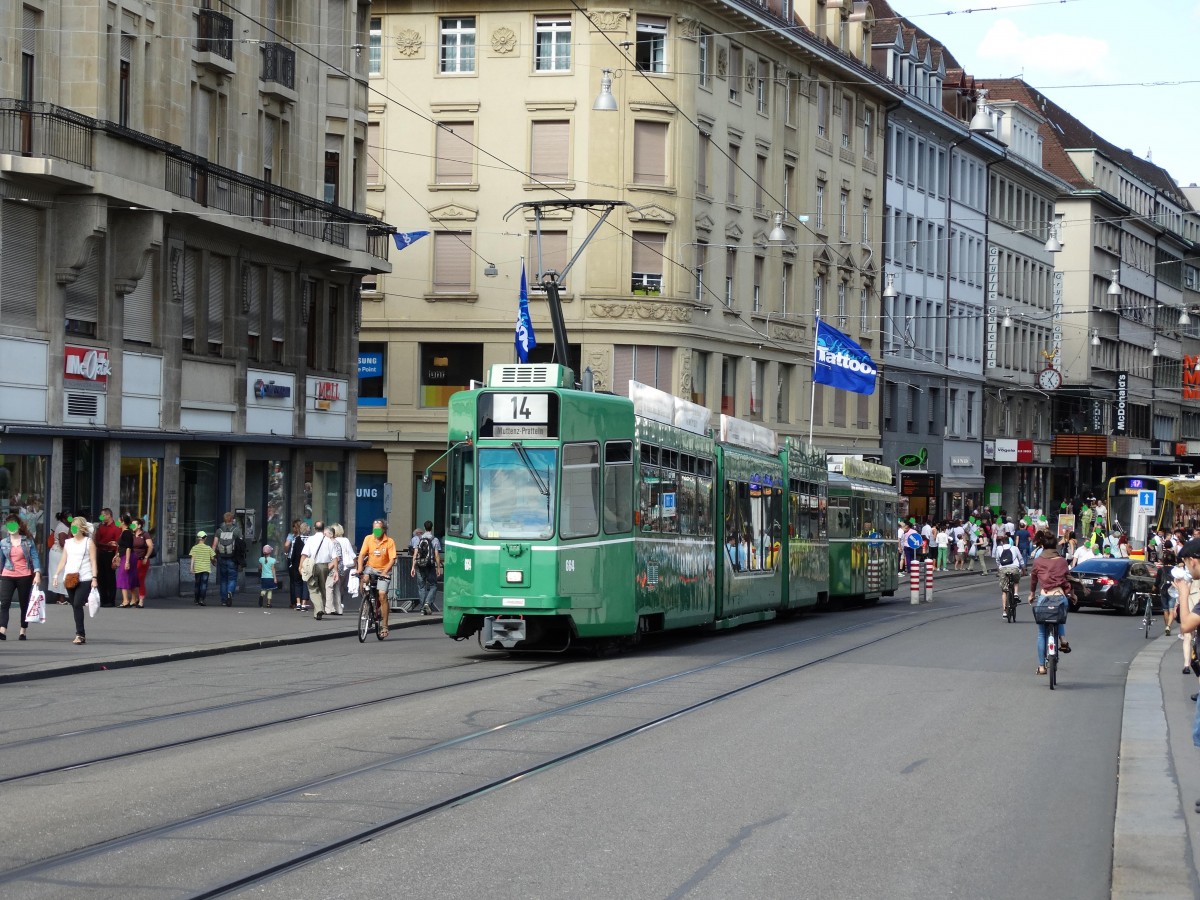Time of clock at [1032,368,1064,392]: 5:05
